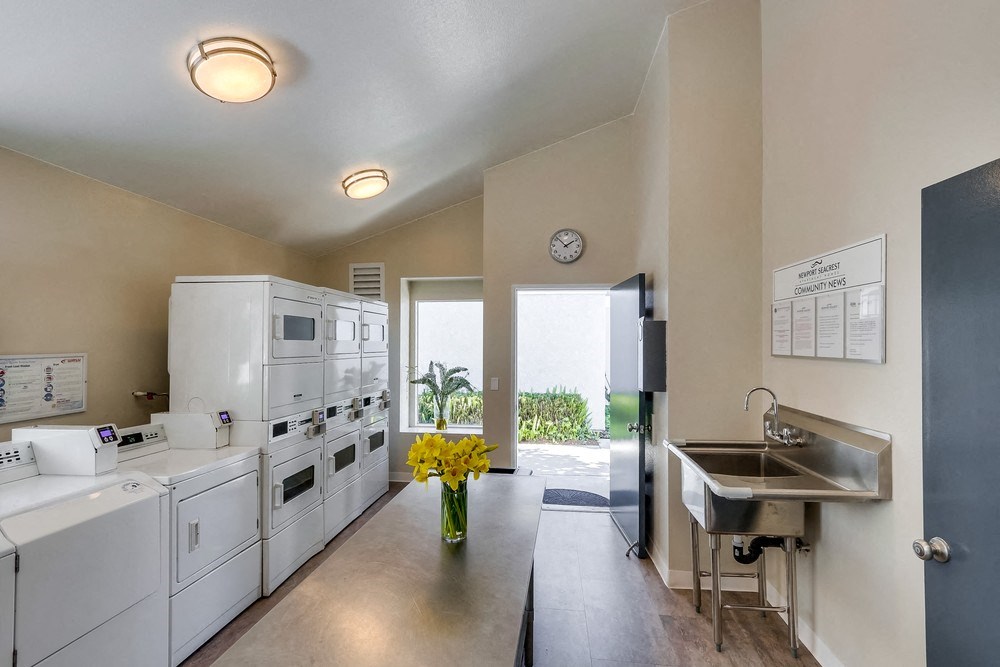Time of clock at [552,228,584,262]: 1:52
